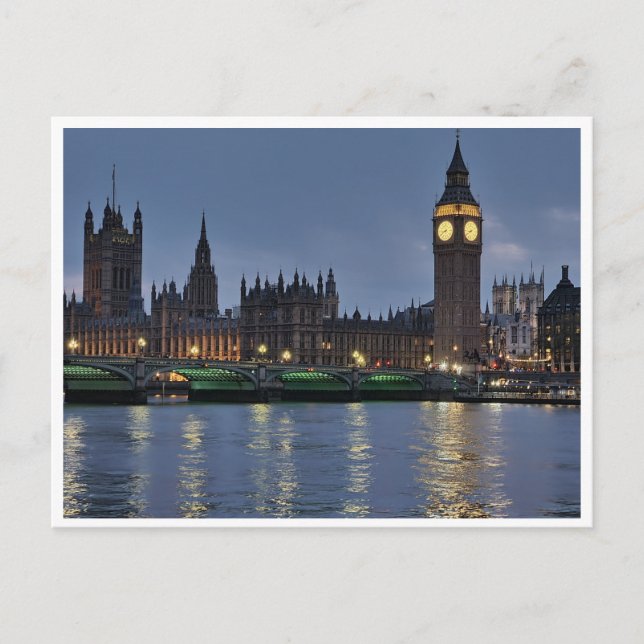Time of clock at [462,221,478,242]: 8:40
